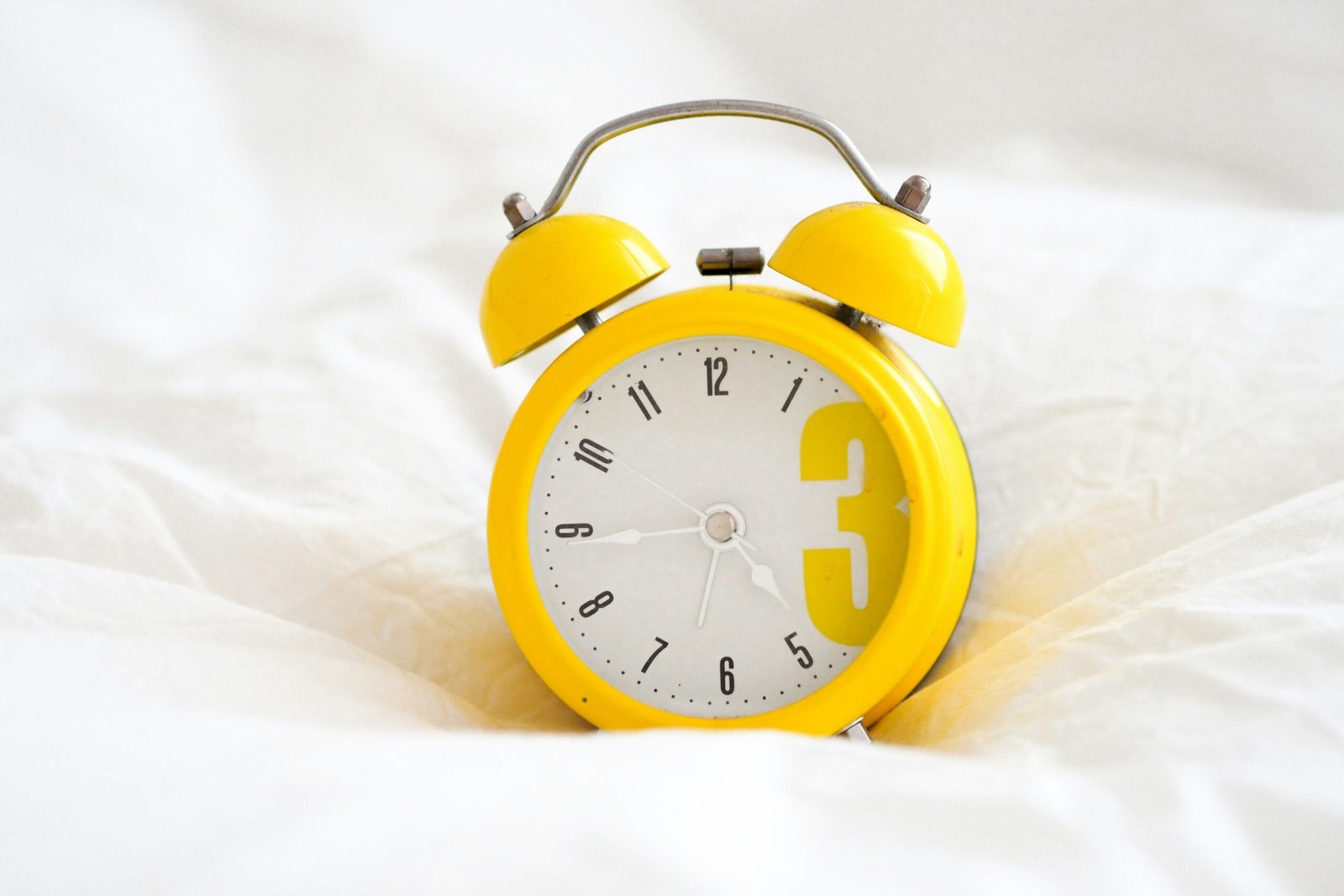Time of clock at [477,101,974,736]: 4:44
